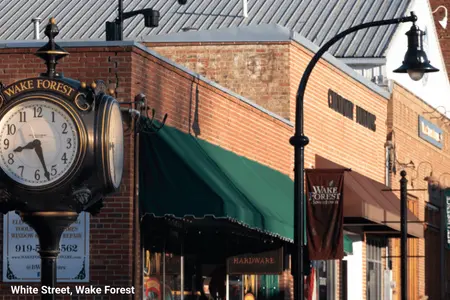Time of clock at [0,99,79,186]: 8:27
